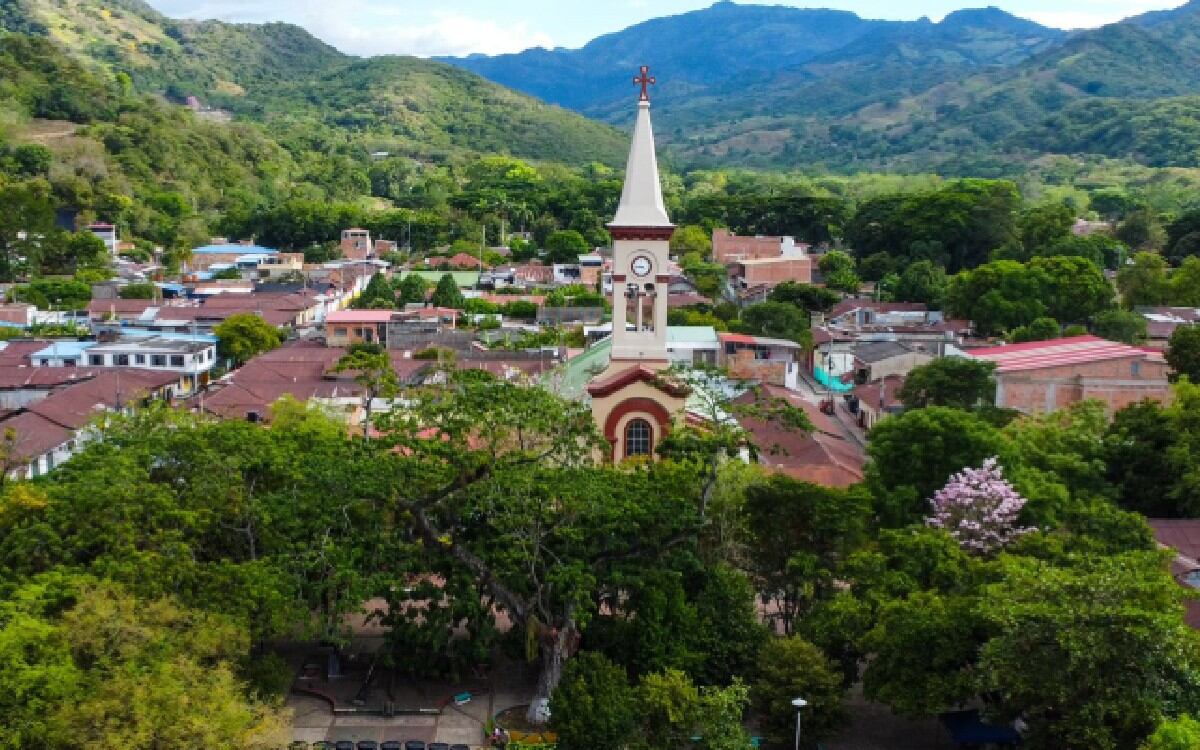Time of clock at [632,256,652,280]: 8:45
